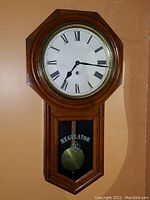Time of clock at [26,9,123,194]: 7:15
